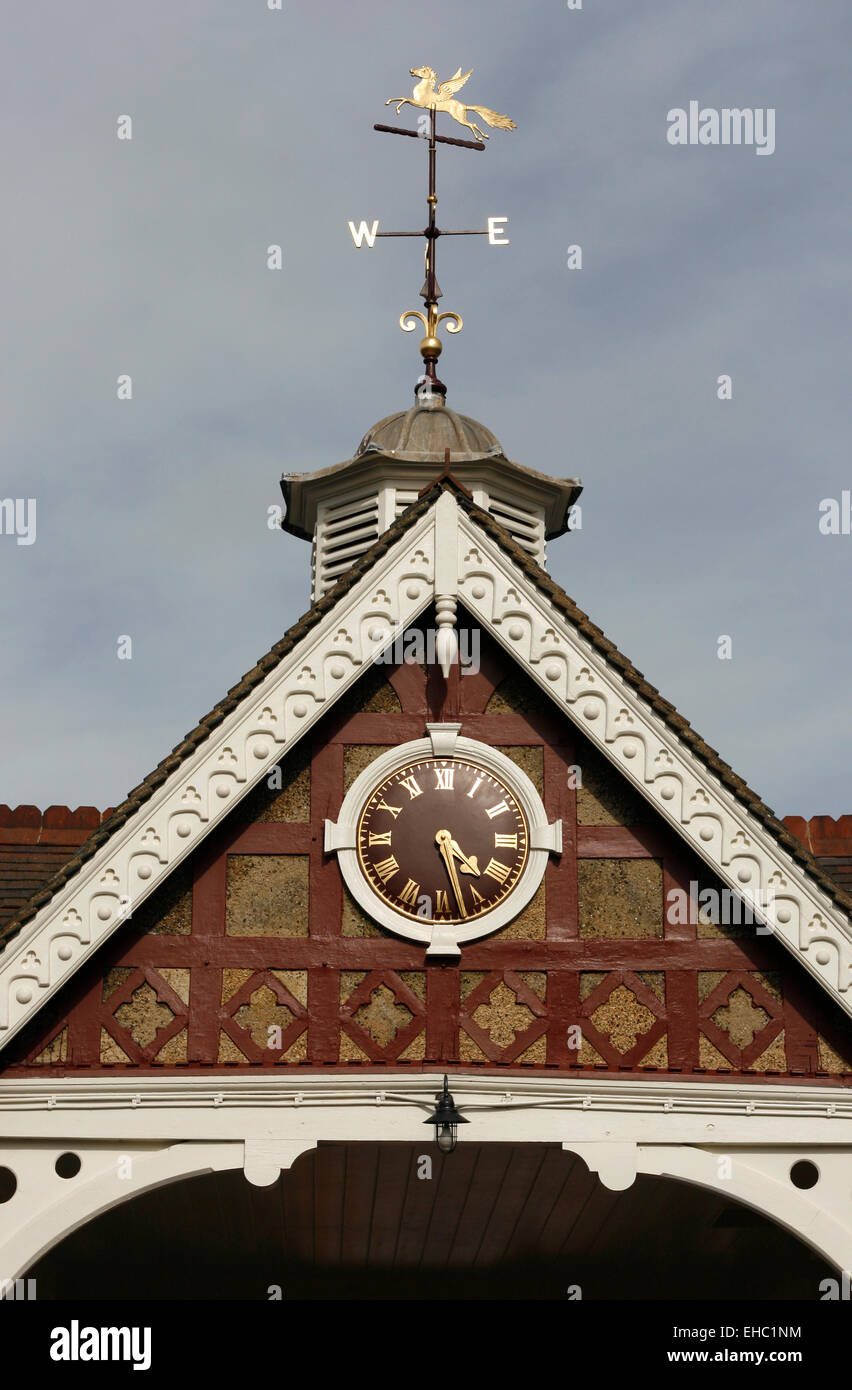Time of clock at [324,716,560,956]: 4:27
